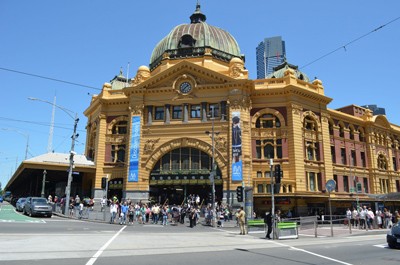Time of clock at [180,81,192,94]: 1:37
